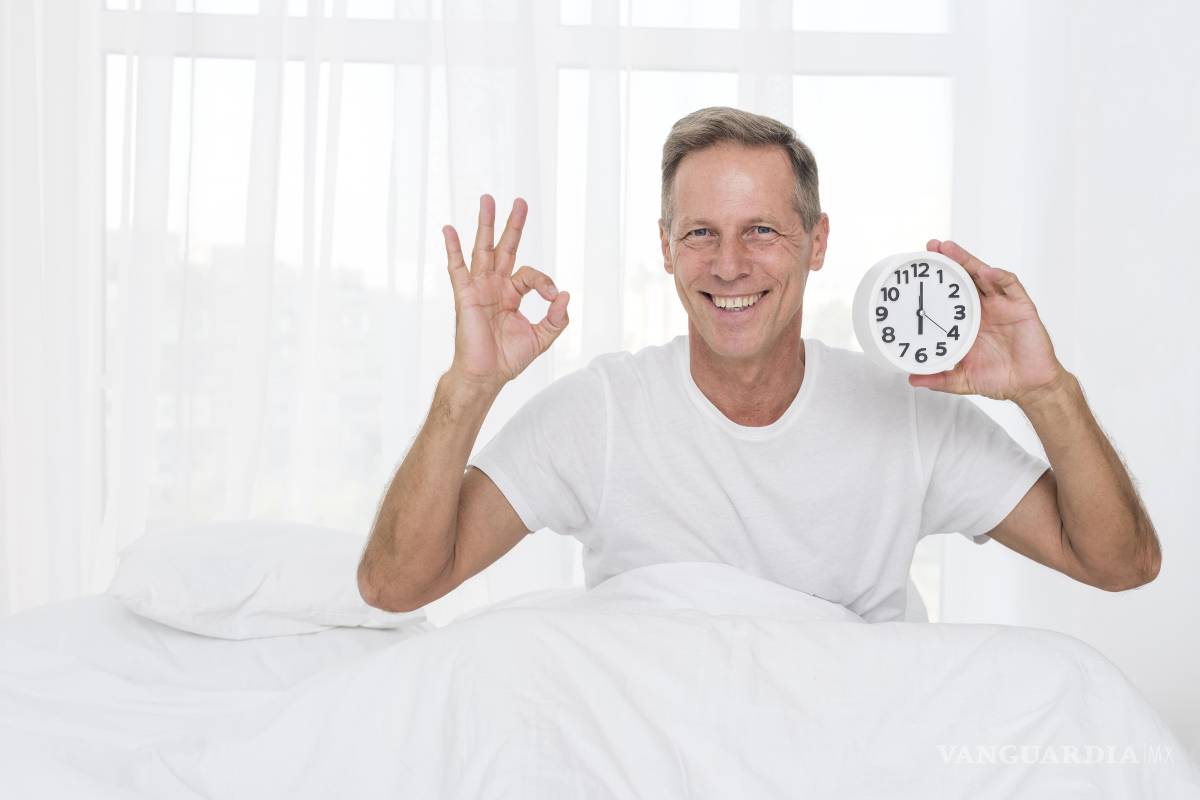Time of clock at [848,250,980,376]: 6:00
